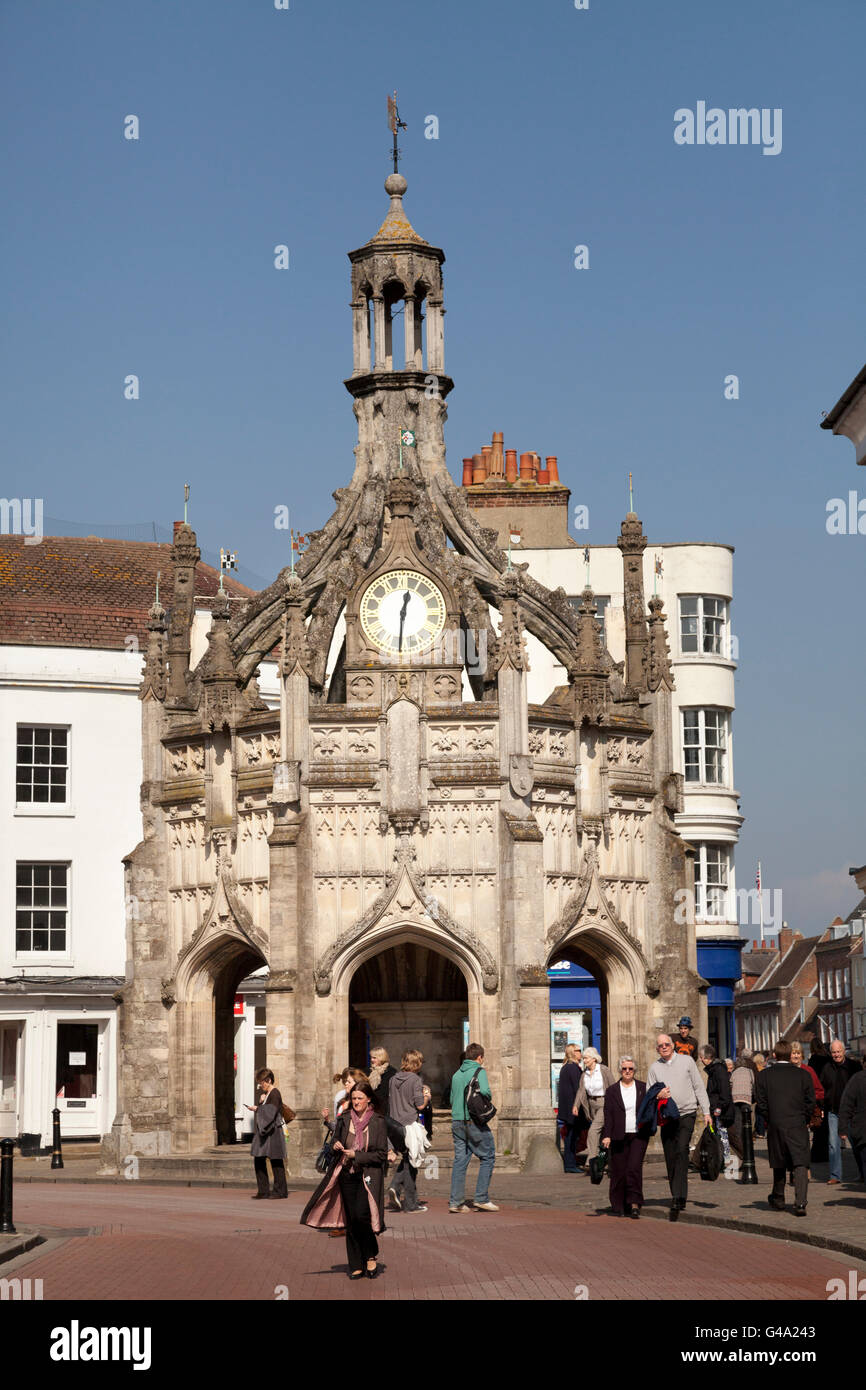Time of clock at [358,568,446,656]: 12:30
